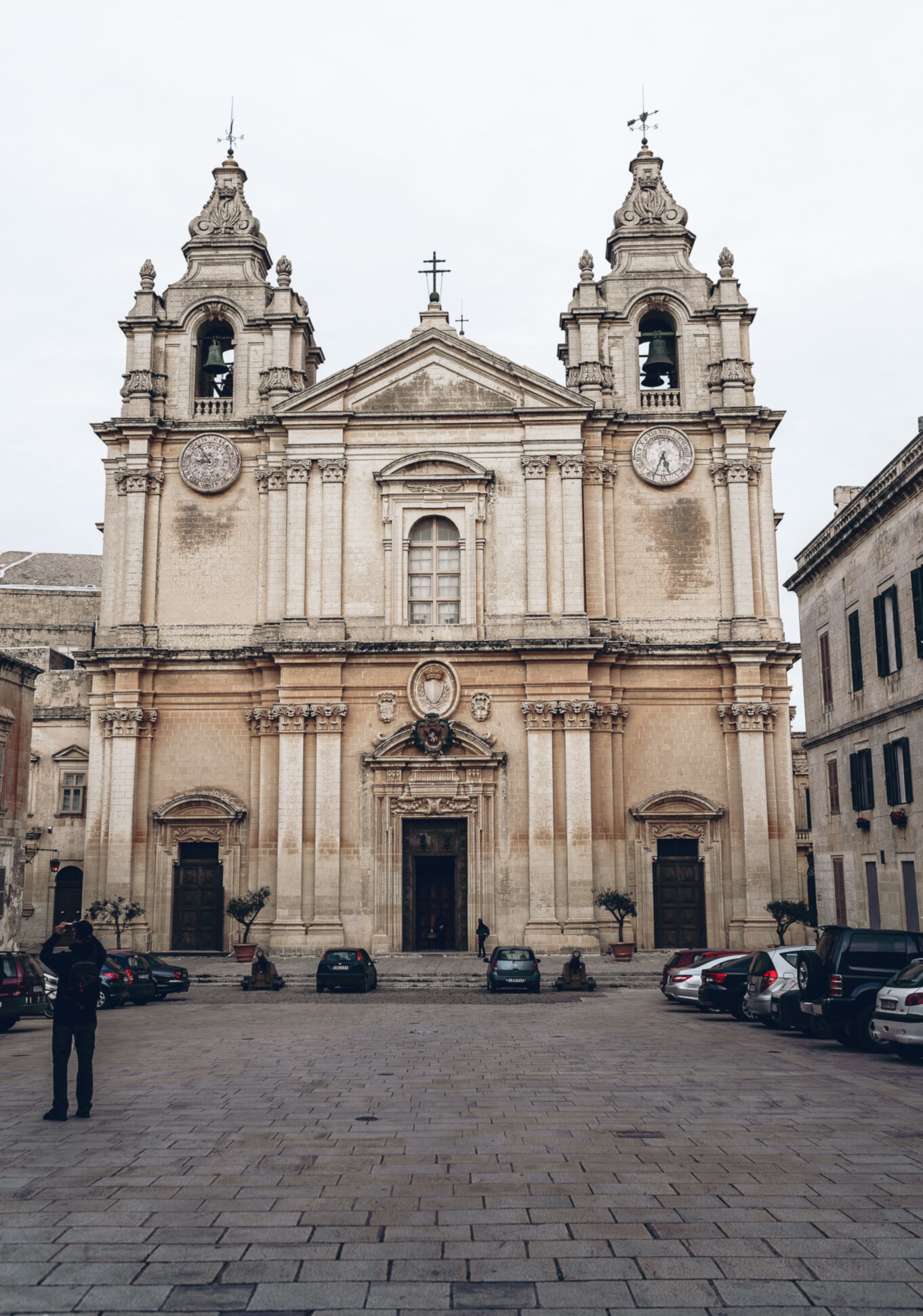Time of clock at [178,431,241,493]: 8:54
